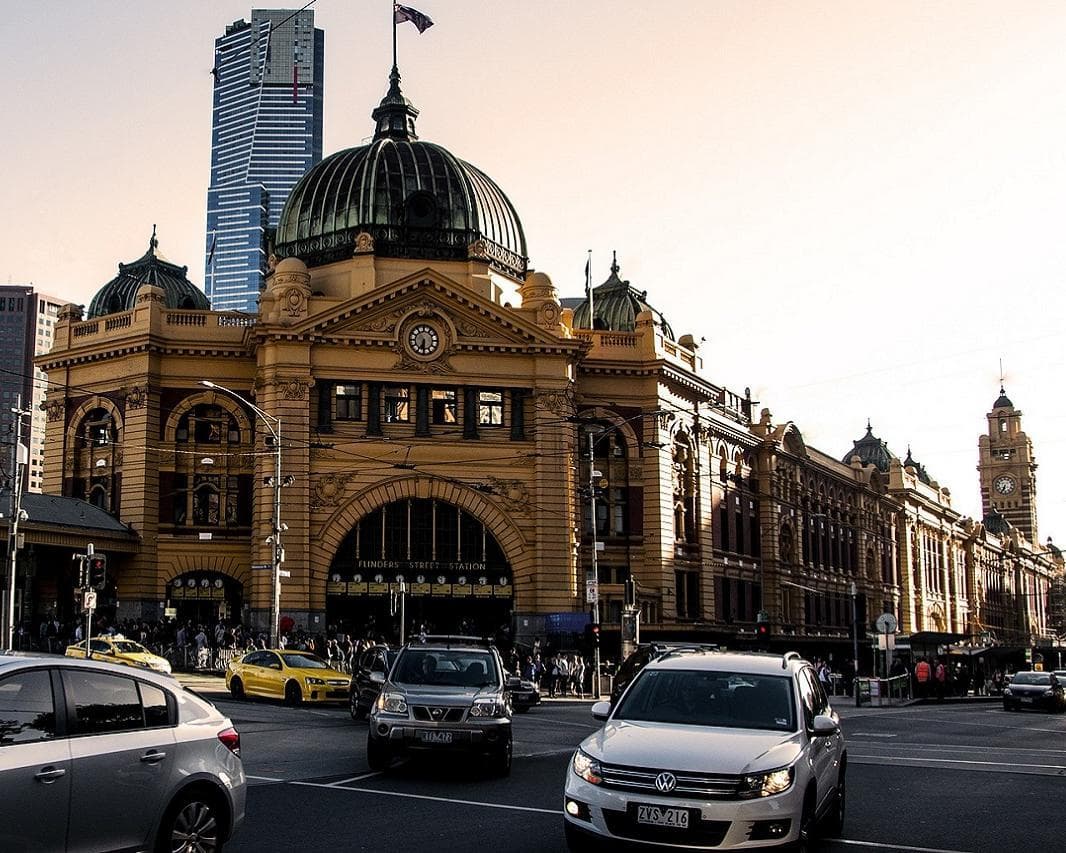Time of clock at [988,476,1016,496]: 6:34
